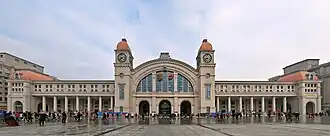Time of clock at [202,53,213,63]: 8:38
